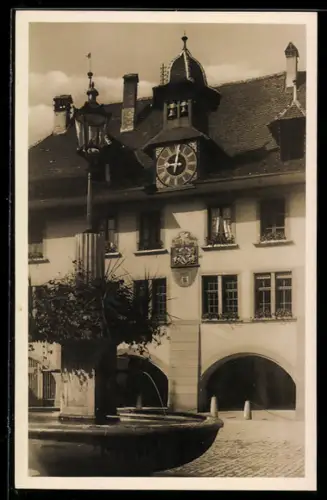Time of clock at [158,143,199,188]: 9:01
